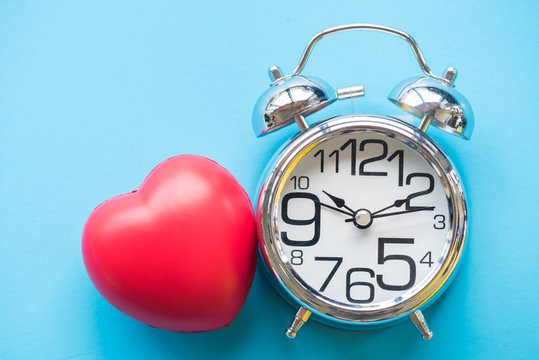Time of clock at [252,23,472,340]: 10:10
